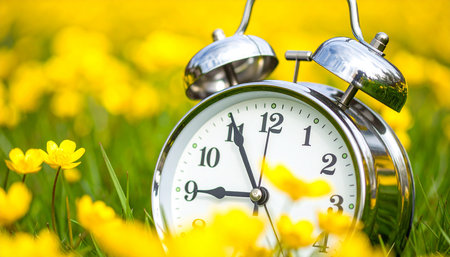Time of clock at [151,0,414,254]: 8:55
